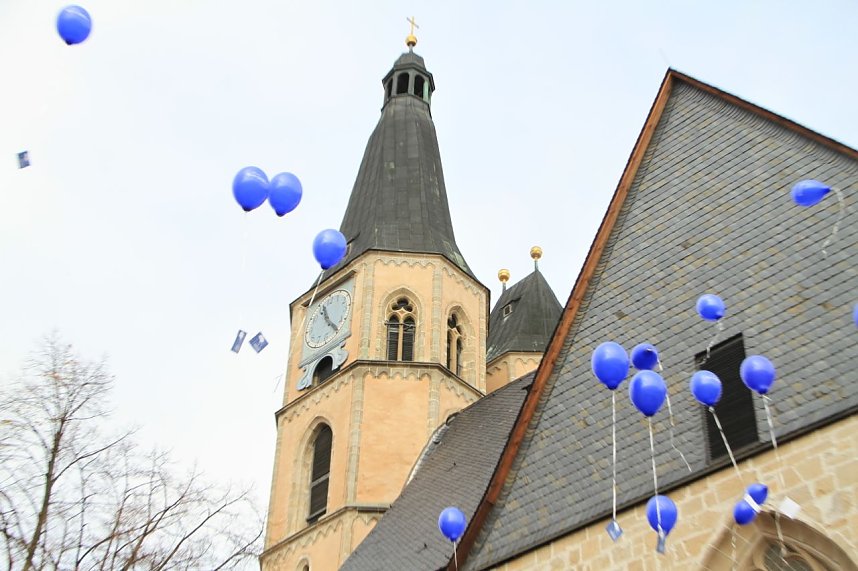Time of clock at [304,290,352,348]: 11:24
